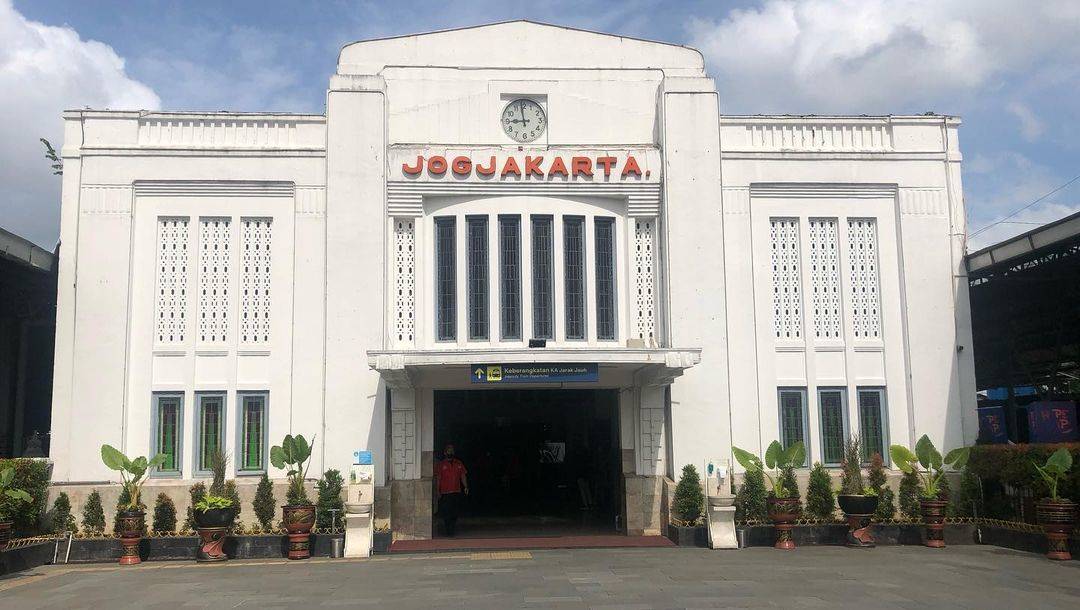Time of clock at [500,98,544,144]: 8:59
